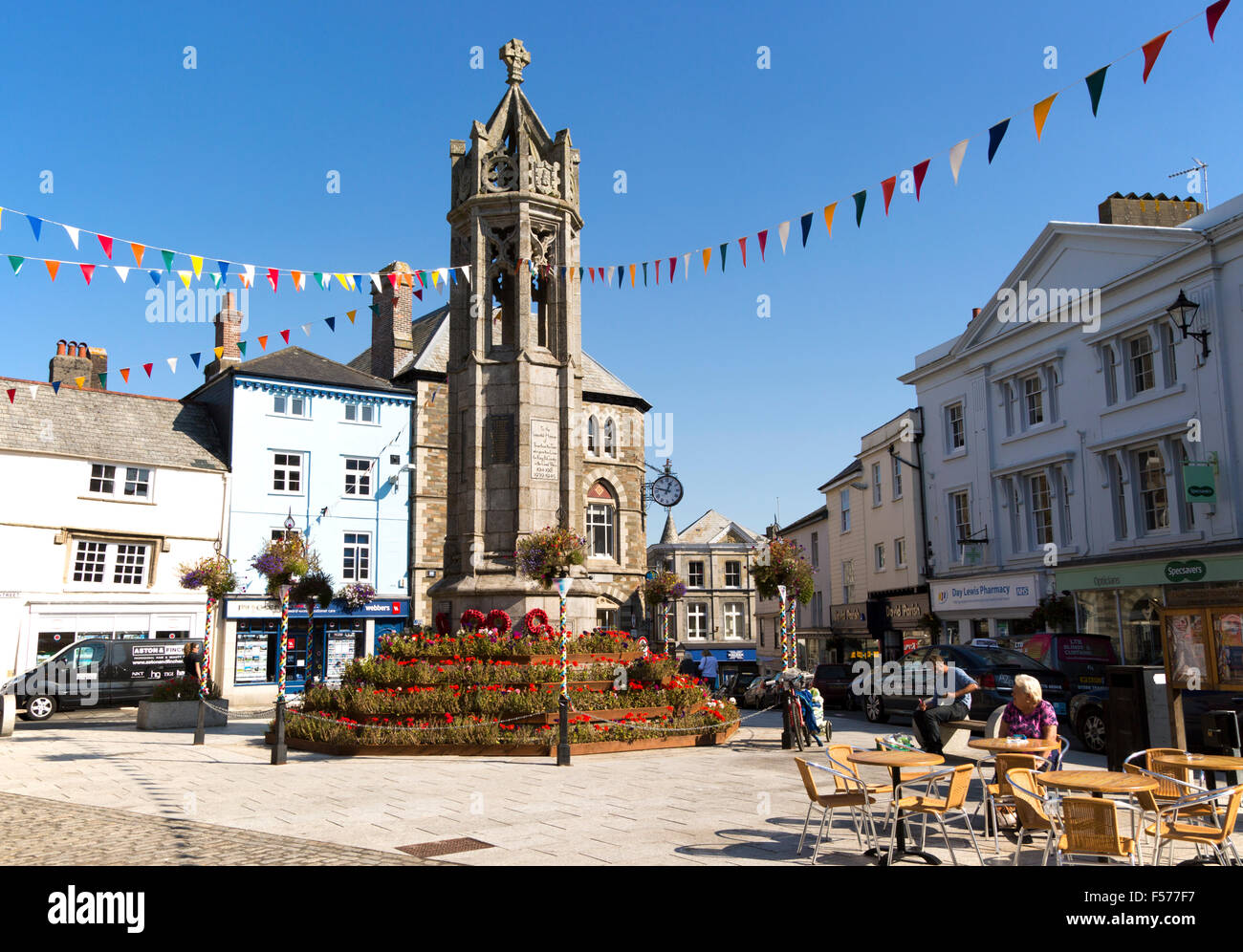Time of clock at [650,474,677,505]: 12:47
